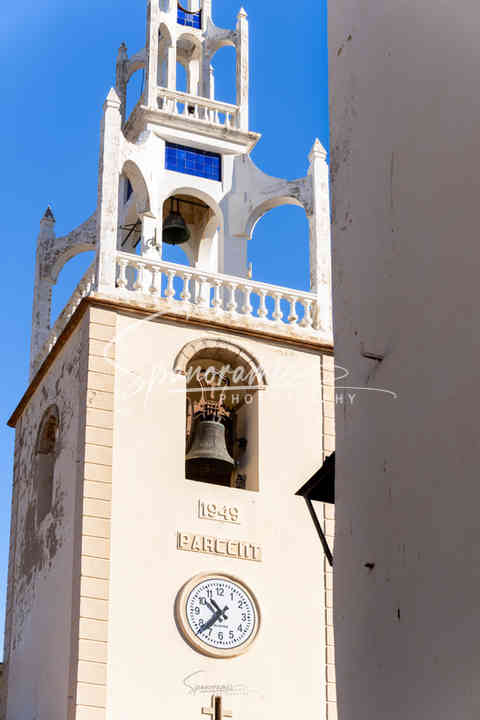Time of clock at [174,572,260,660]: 10:37
